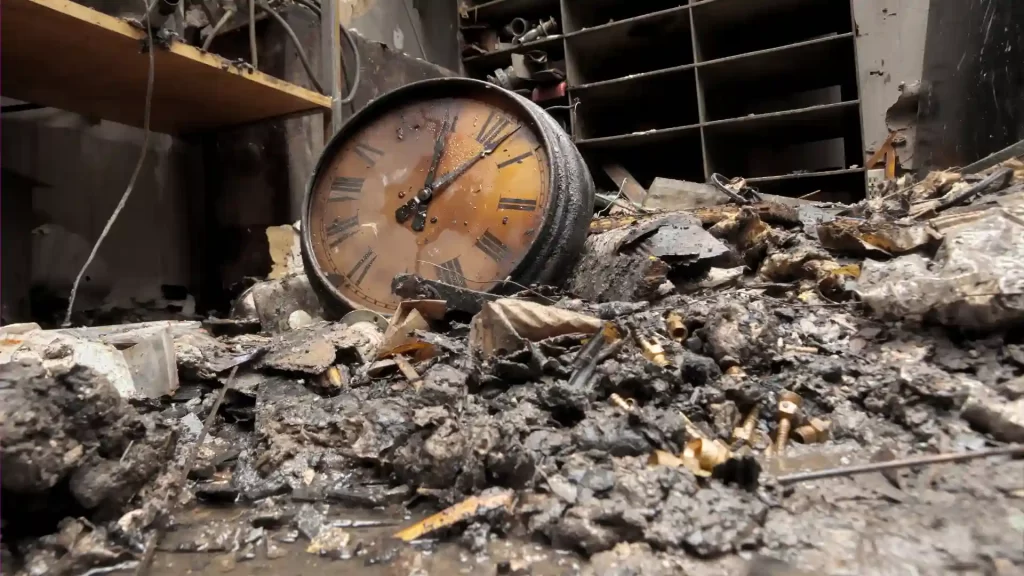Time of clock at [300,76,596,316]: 12:07
